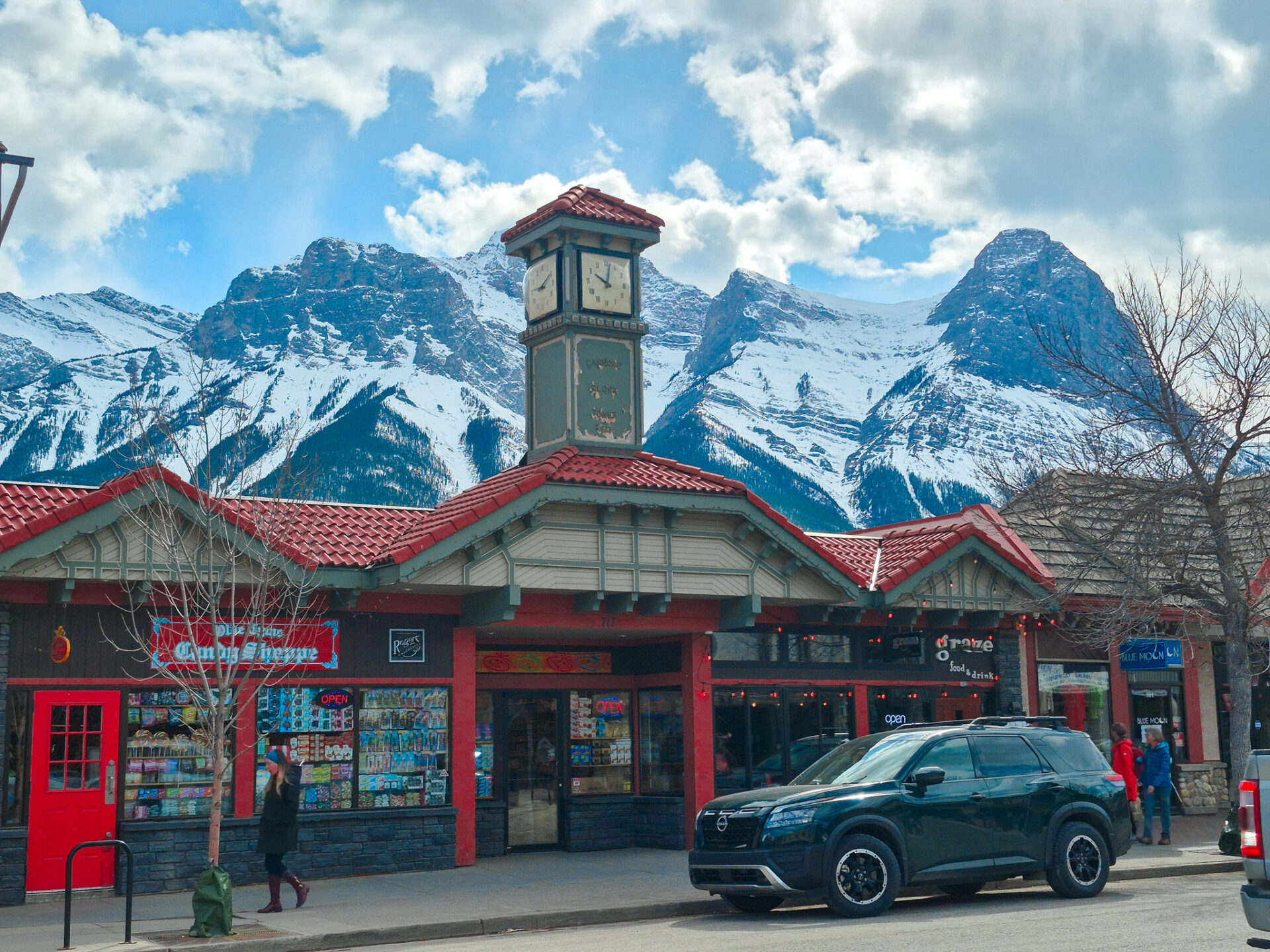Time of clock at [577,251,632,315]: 10:01
